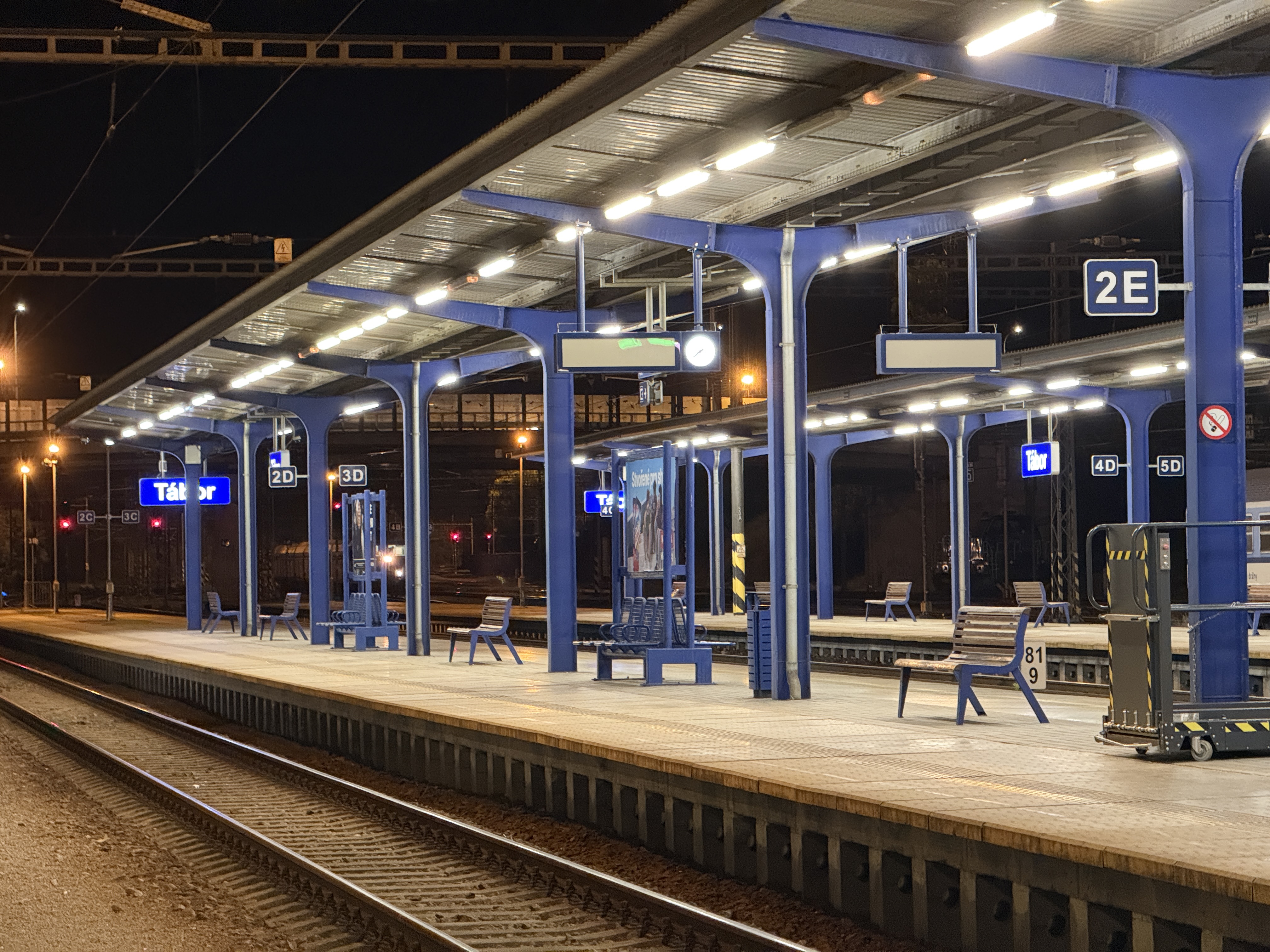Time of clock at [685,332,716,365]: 7:38
